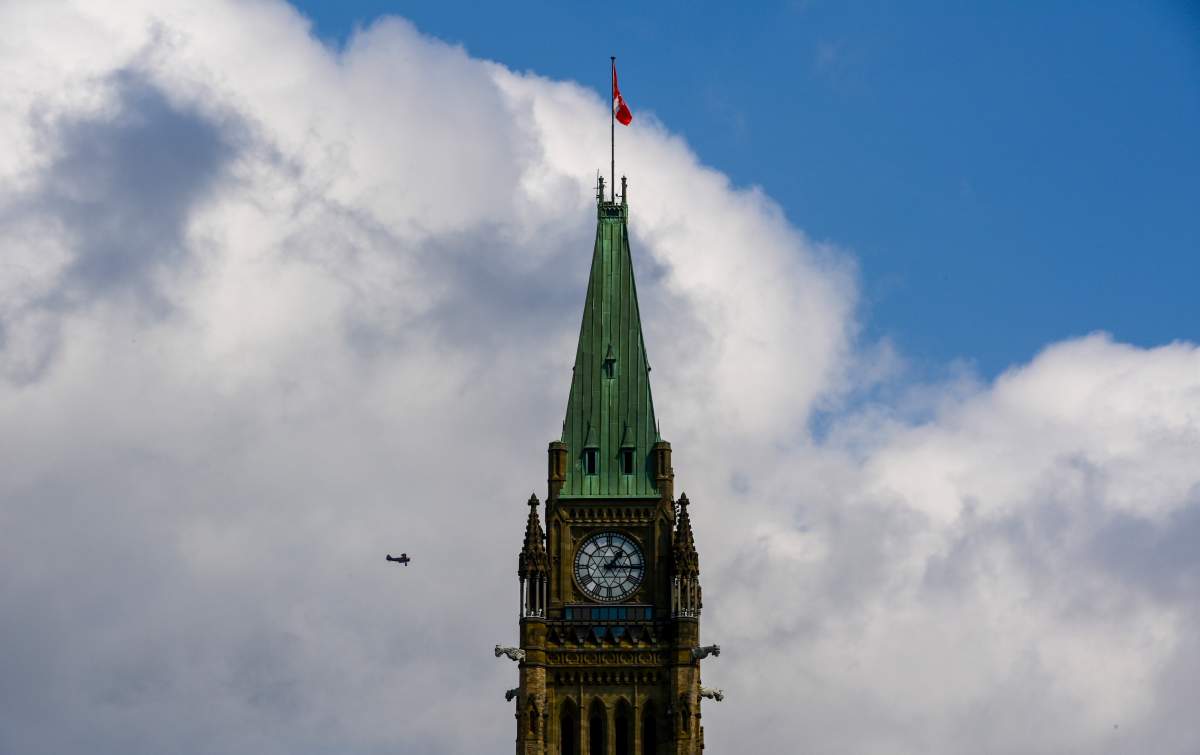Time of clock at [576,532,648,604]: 1:15
